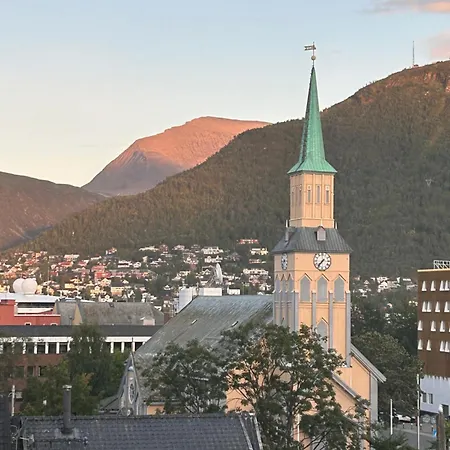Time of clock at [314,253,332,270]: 7:37
